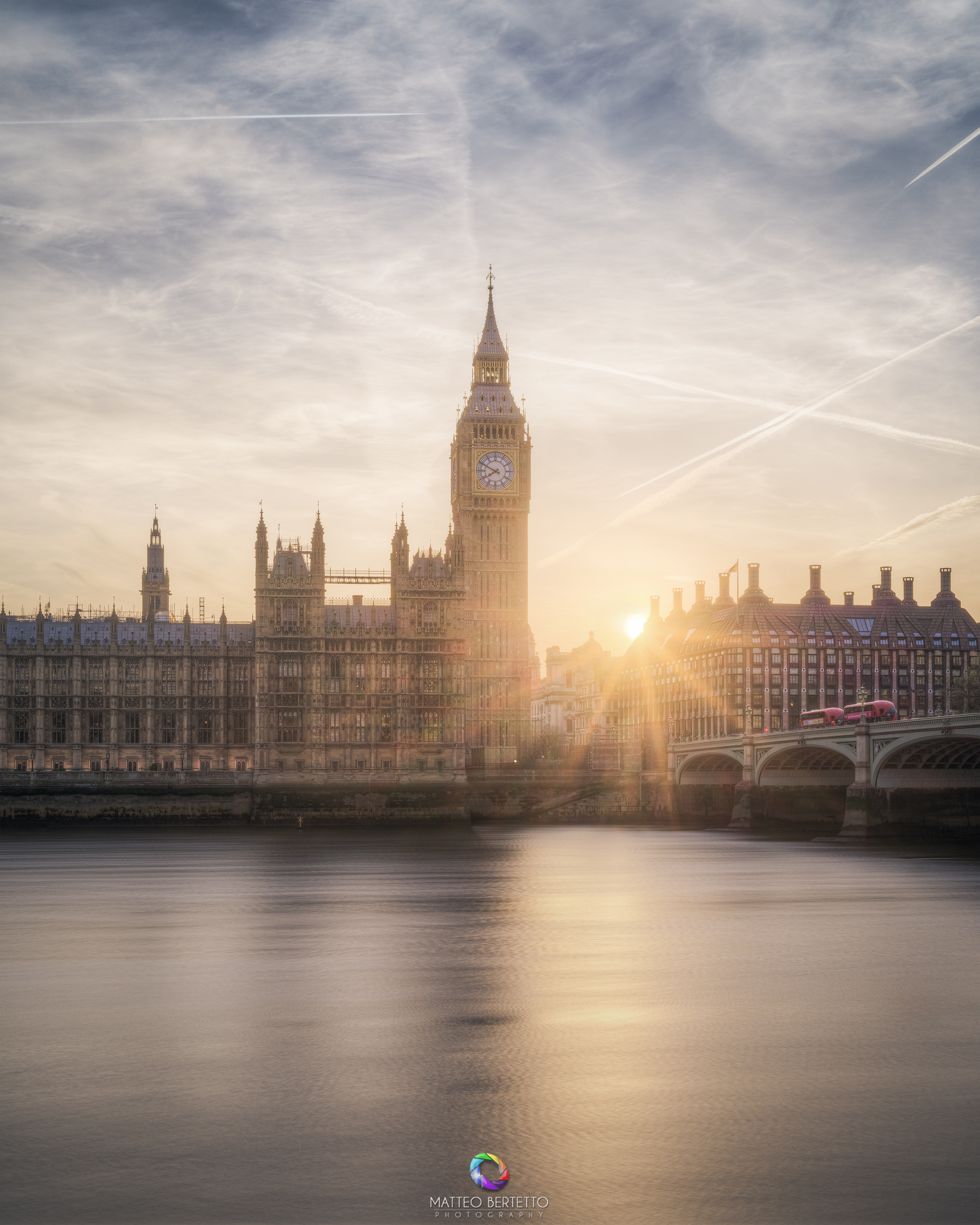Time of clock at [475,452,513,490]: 7:49
